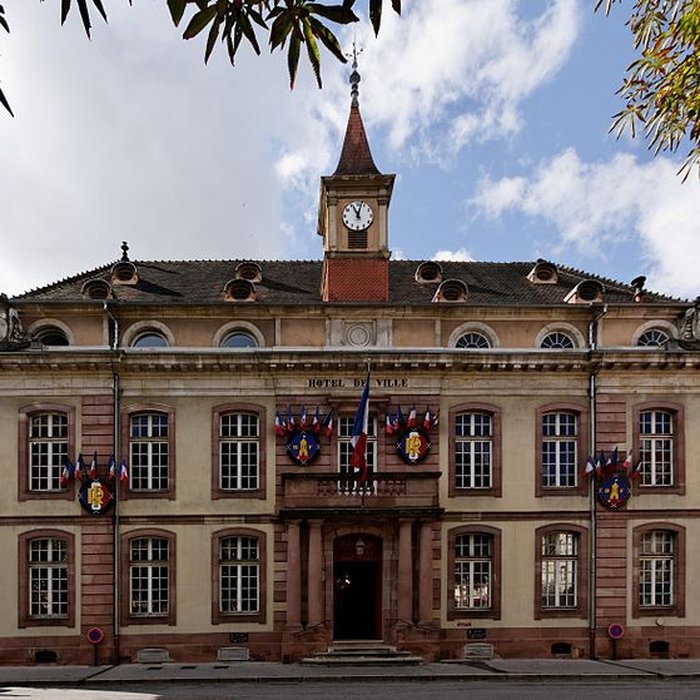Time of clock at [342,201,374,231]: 11:02
